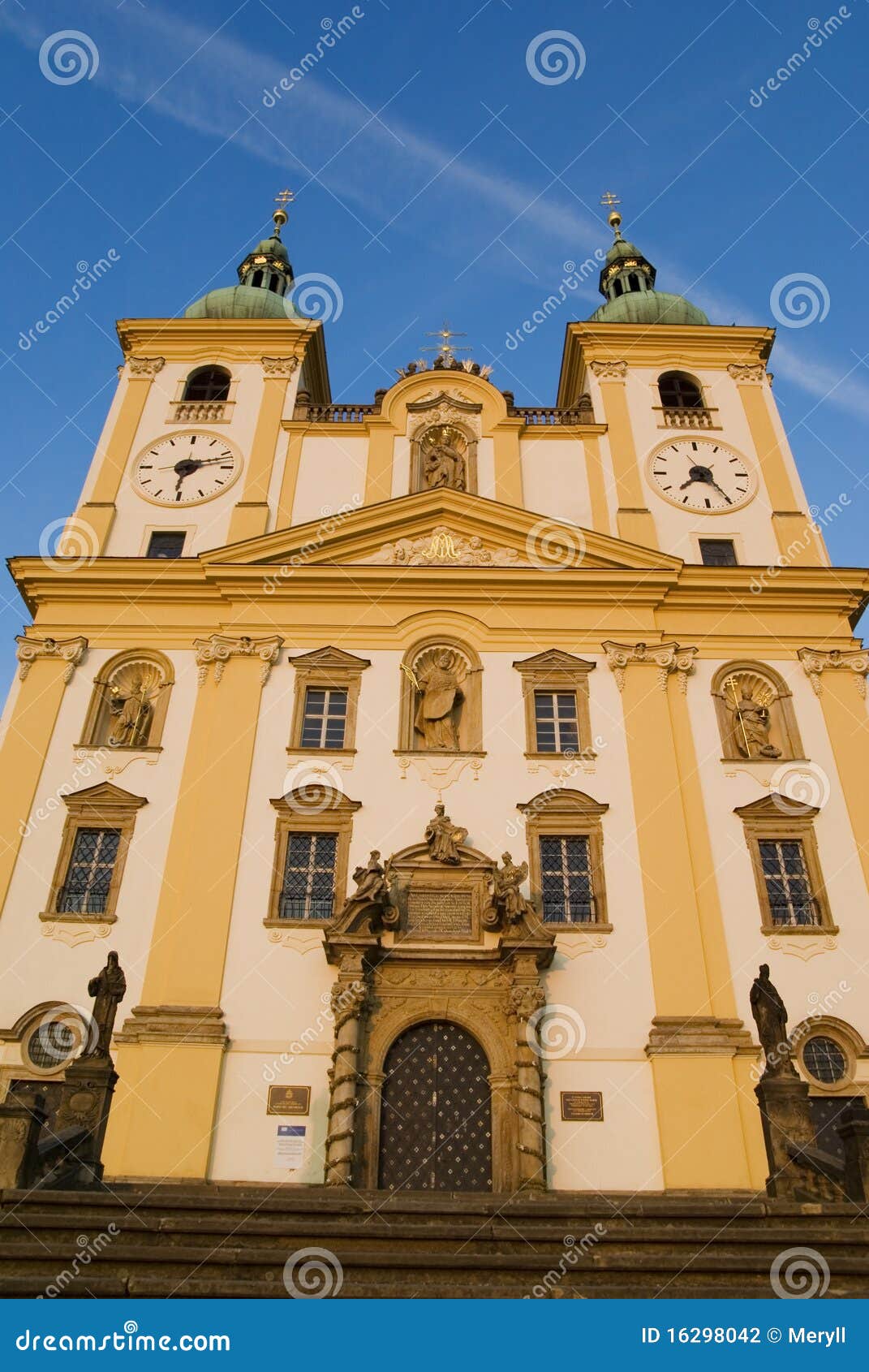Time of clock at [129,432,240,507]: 6:11
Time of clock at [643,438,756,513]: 7:24
